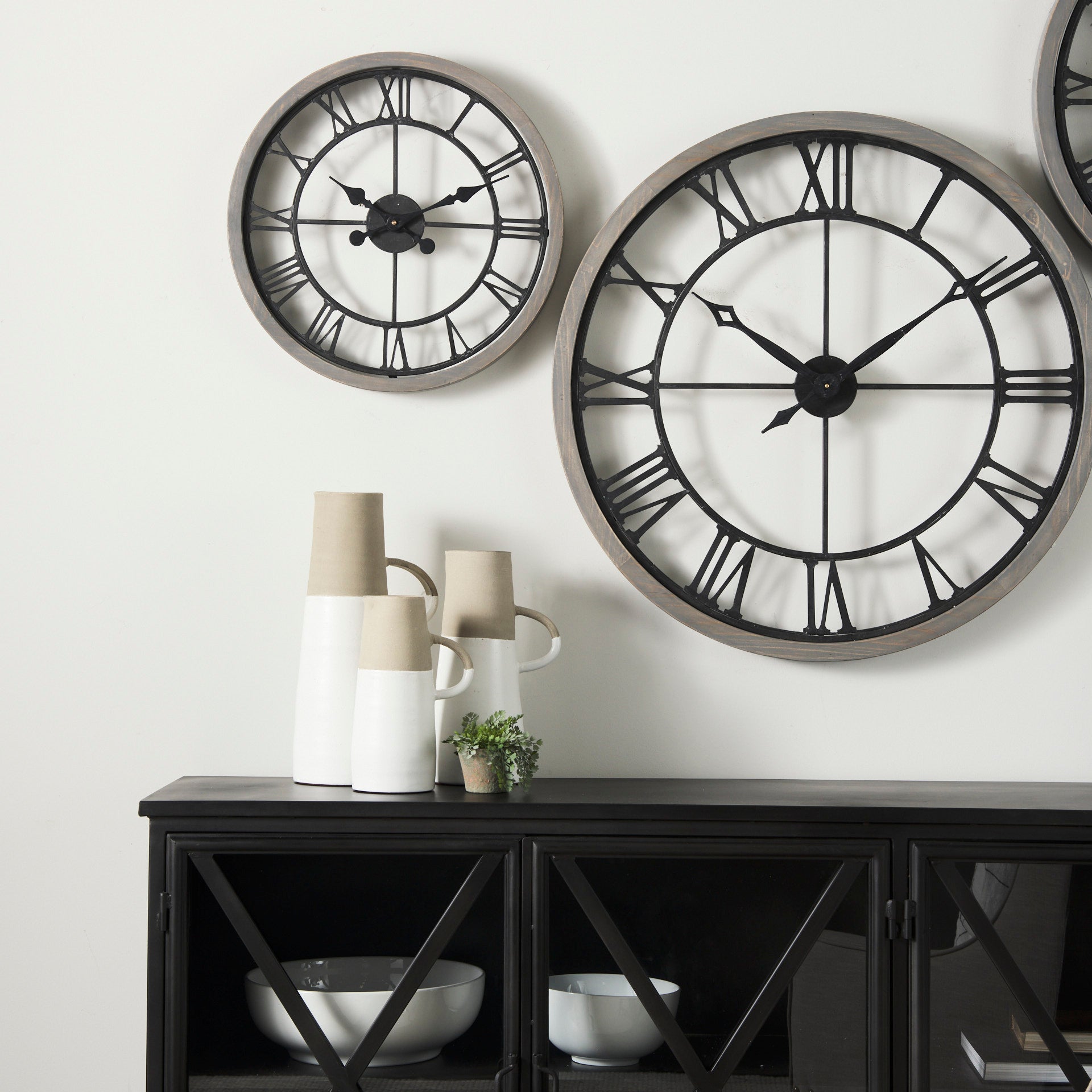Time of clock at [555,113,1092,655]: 10:09
